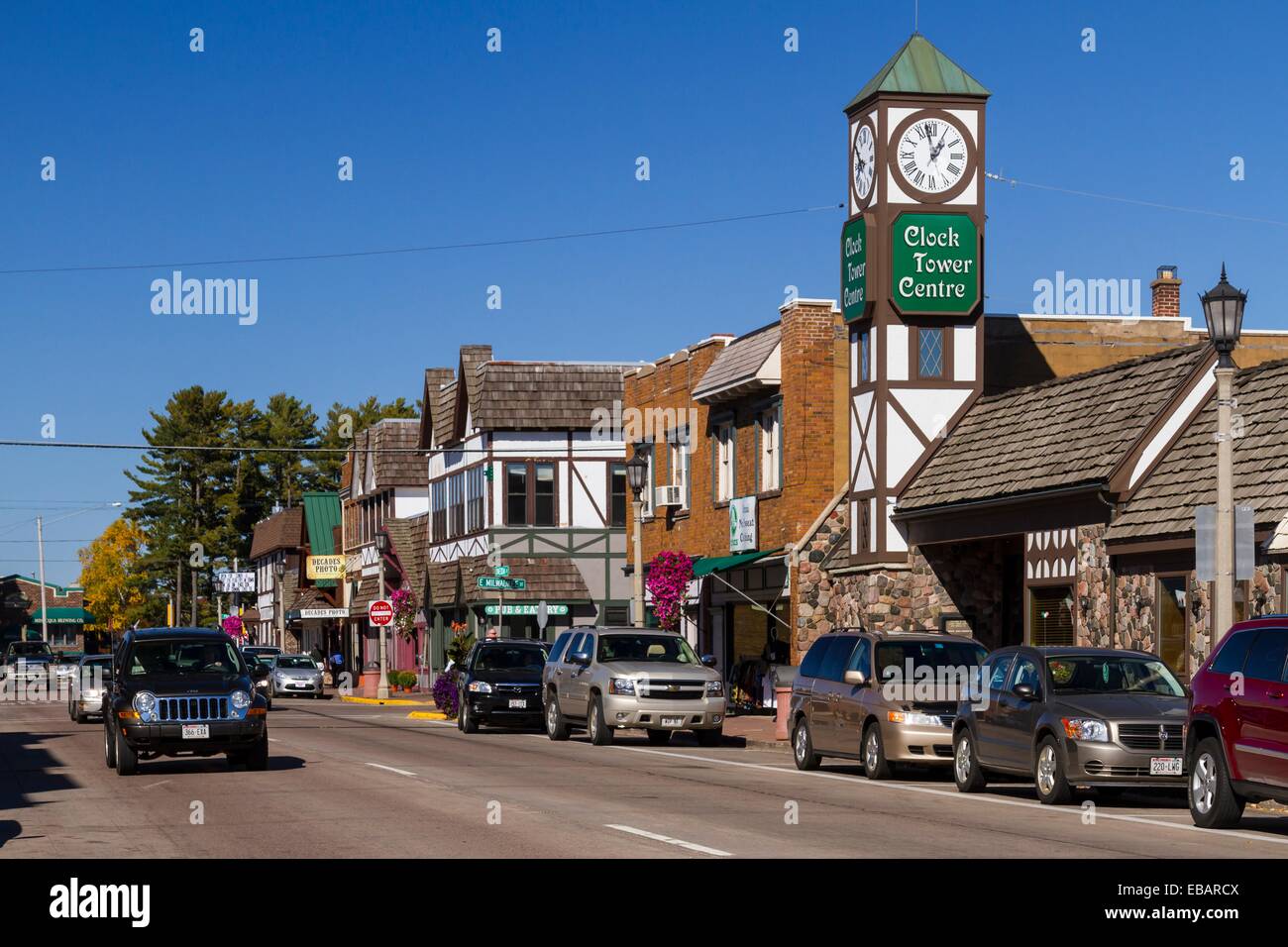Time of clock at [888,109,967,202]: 12:58
